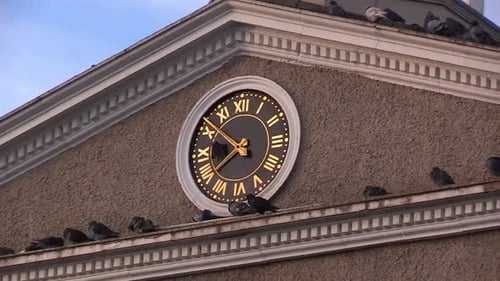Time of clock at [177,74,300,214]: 7:51
